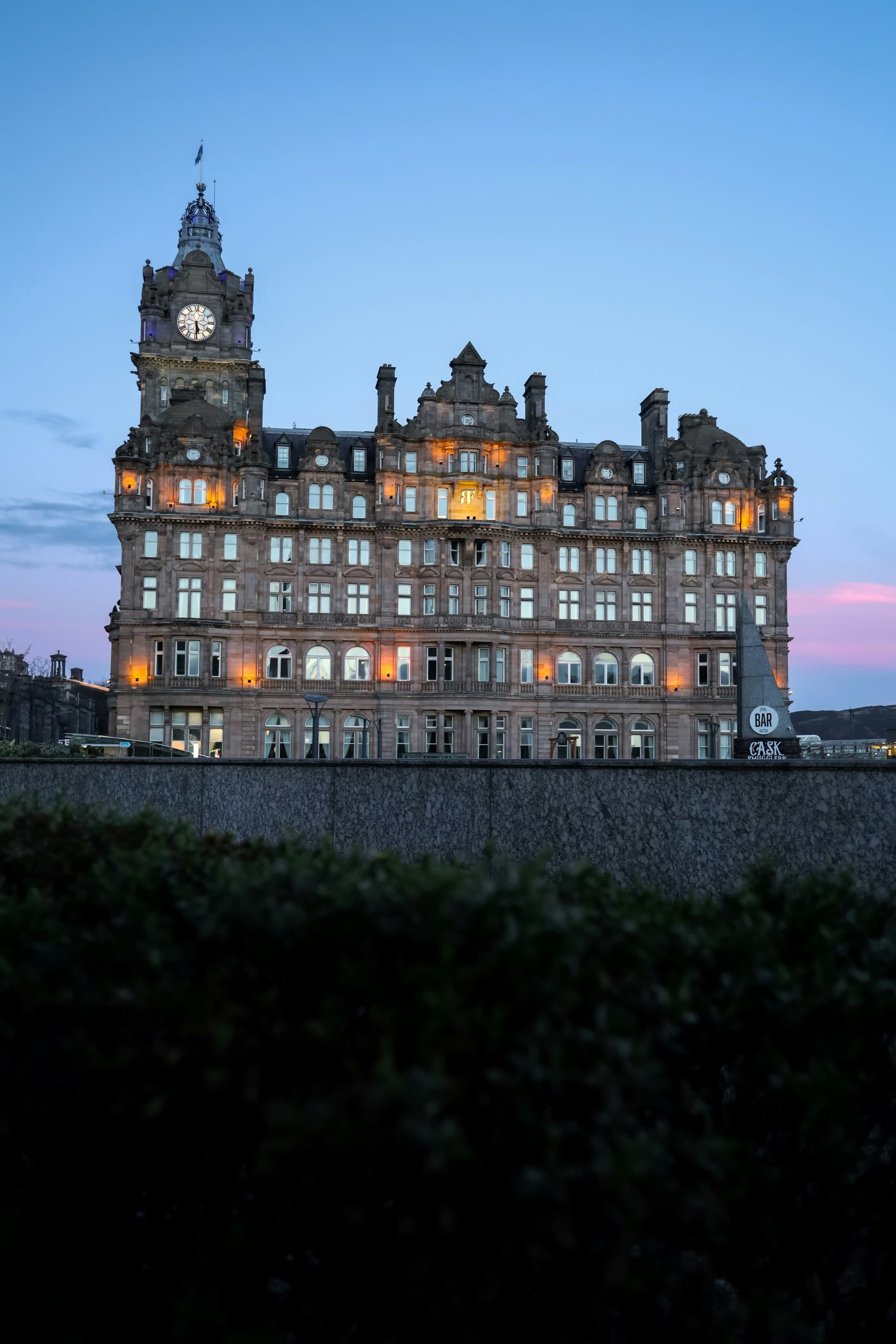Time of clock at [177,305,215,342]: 5:29
